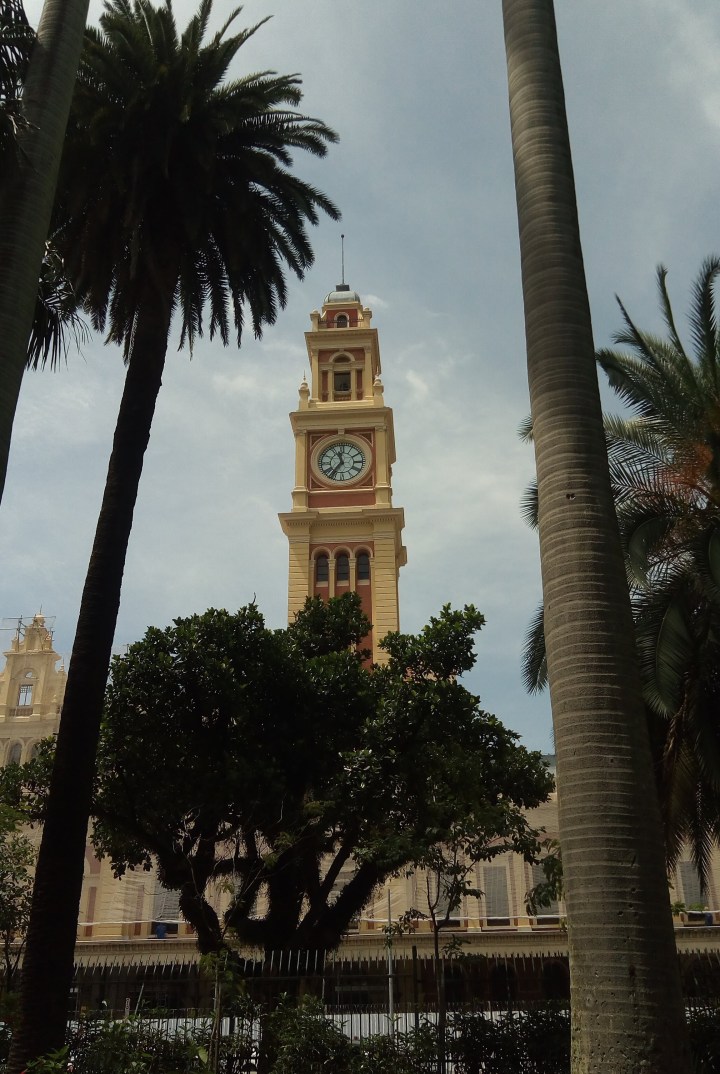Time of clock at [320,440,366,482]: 11:36
